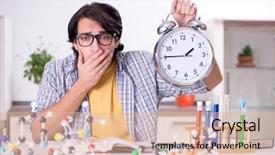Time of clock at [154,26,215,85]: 1:45
